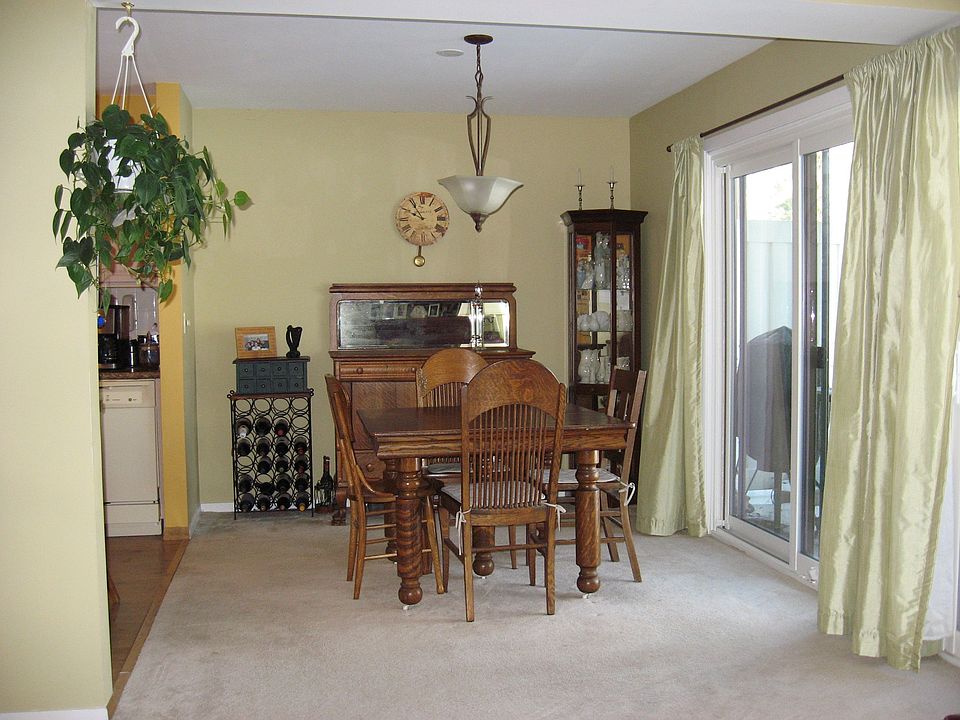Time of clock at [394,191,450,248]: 9:54
